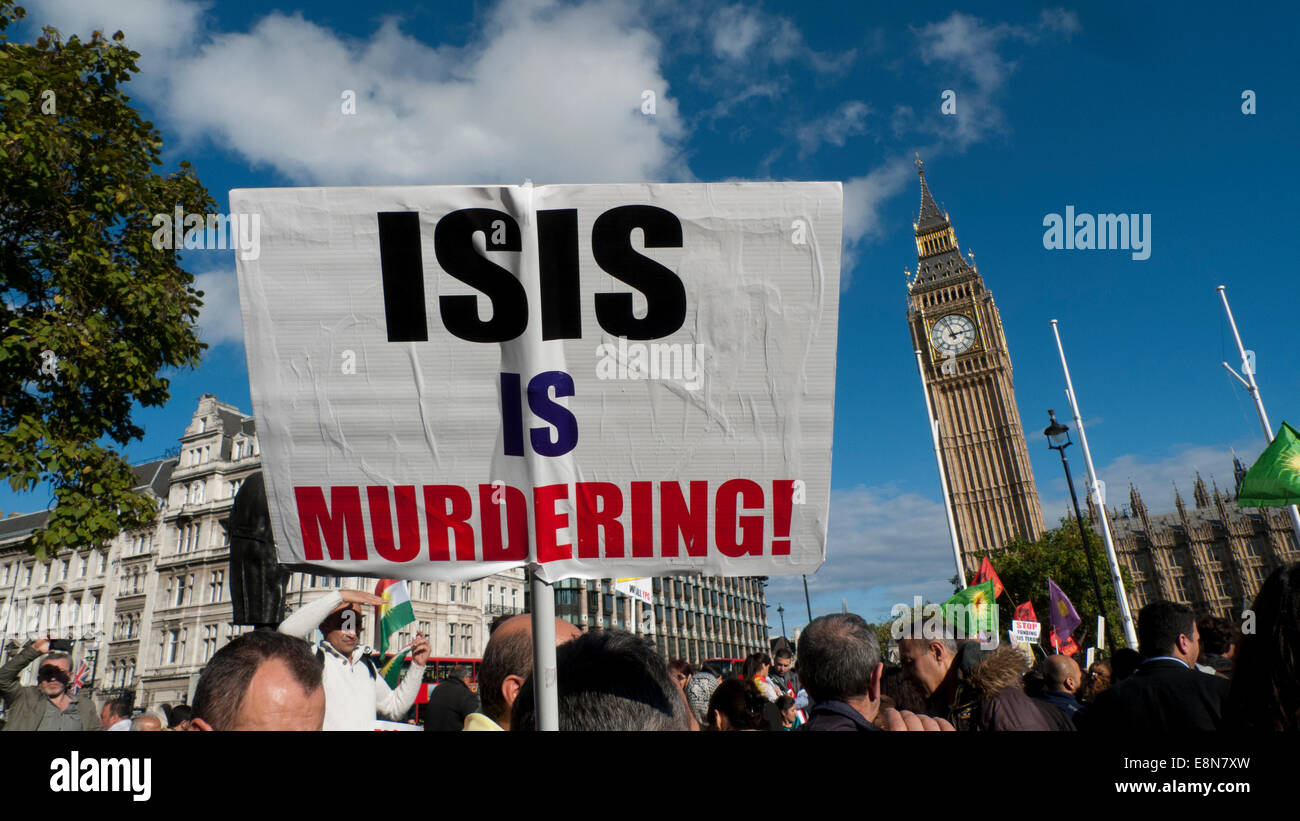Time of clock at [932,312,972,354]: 2:57
